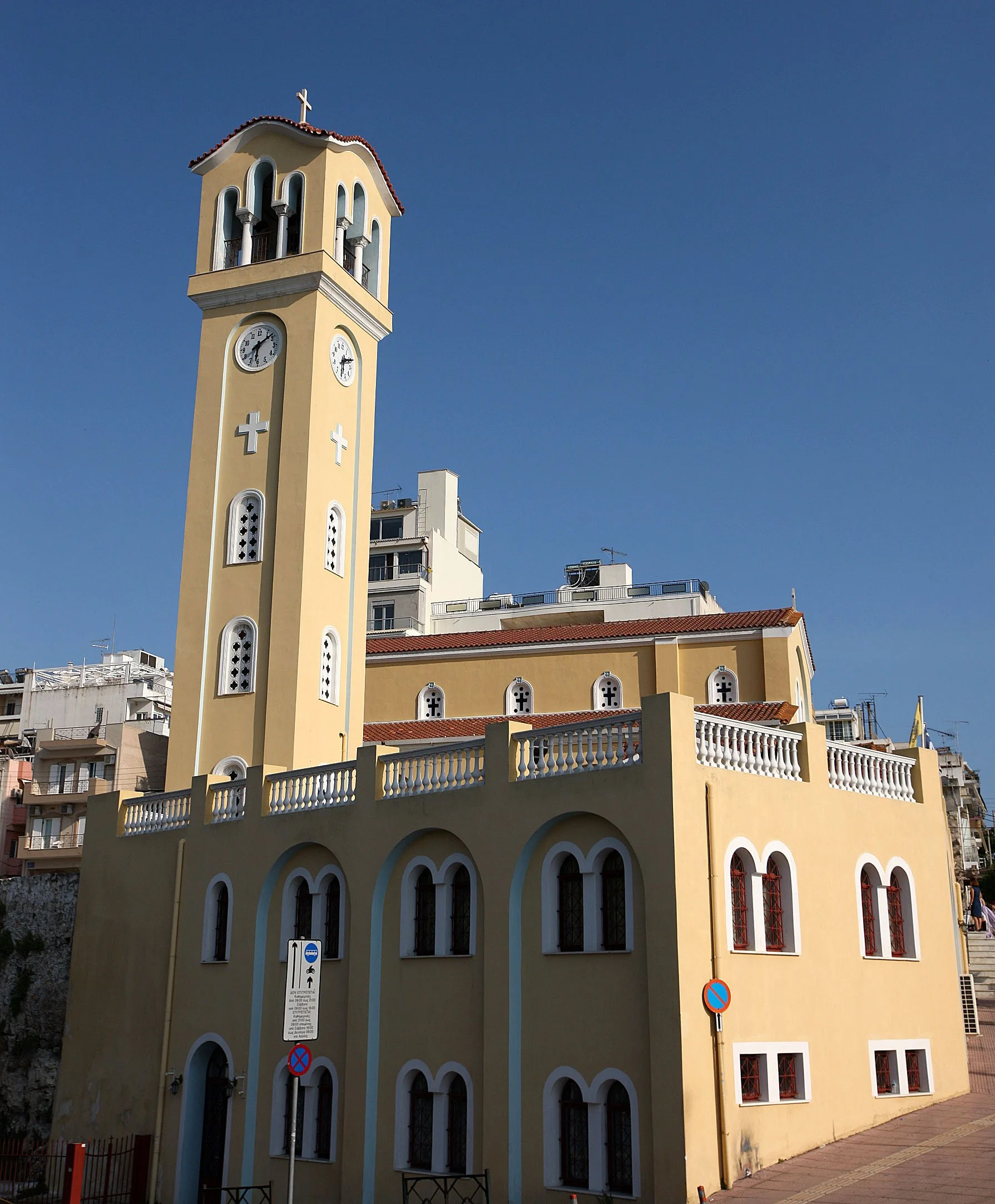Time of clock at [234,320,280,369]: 6:08
